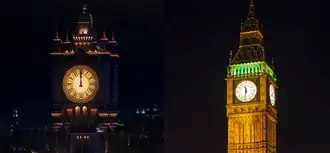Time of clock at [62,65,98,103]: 12:00
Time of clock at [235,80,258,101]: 11:31
